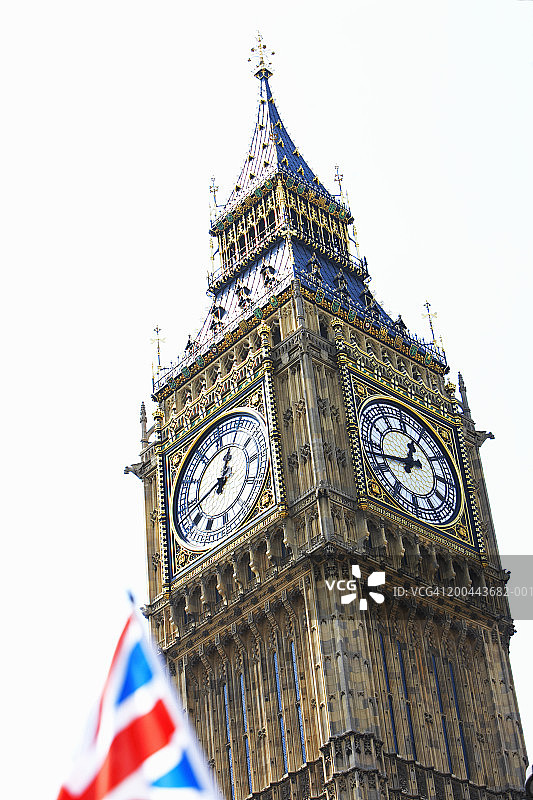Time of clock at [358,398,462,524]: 12:42
